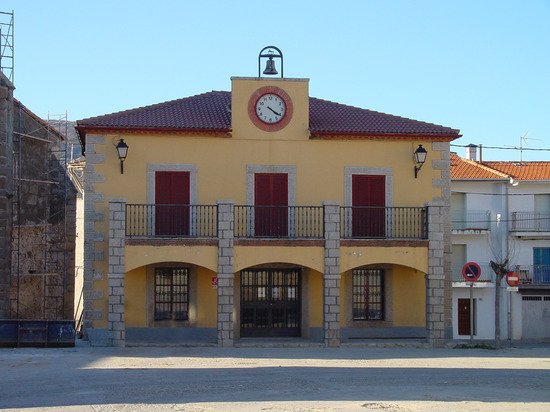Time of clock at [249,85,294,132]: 4:20
